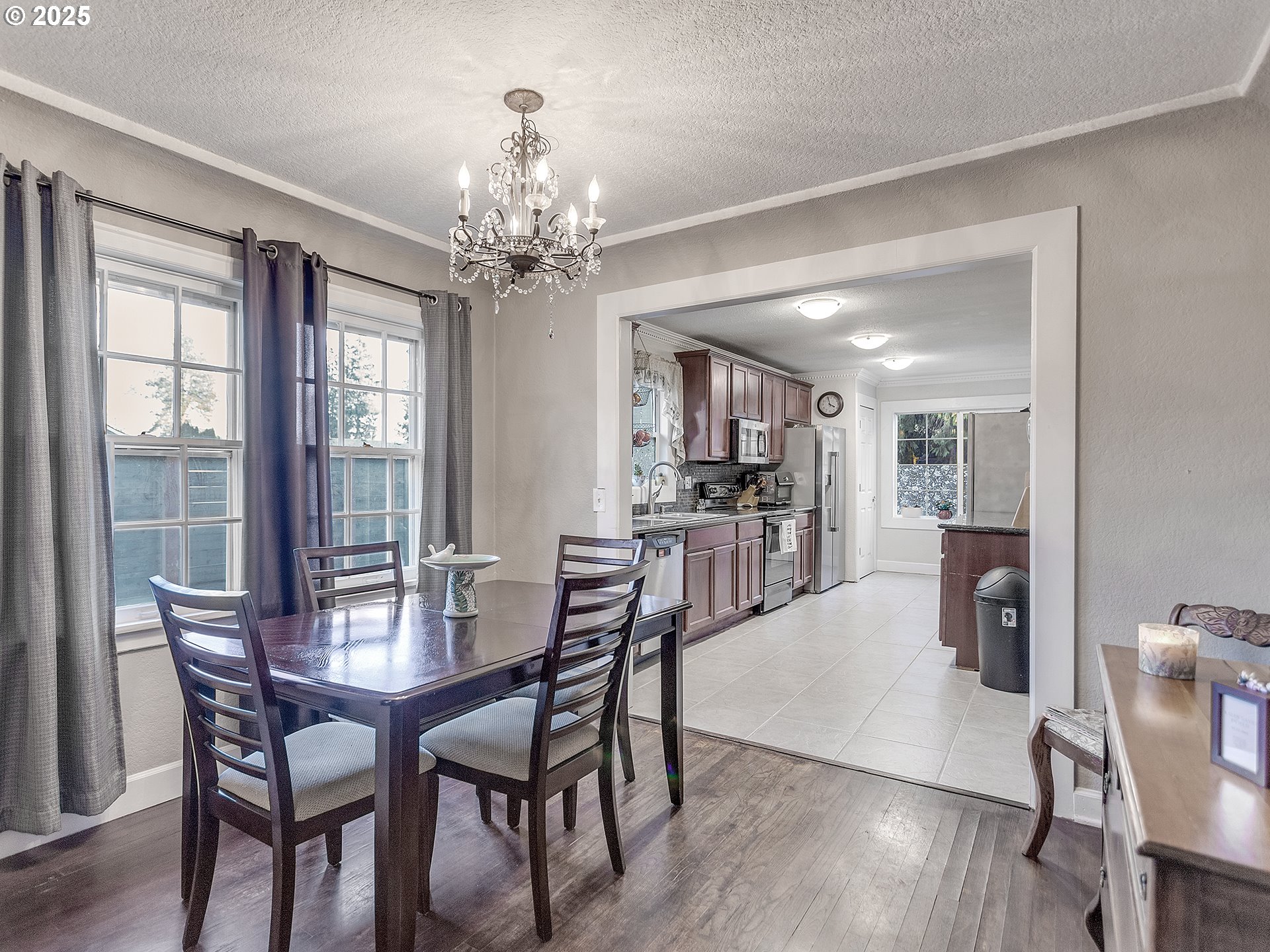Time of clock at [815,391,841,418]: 3:57
